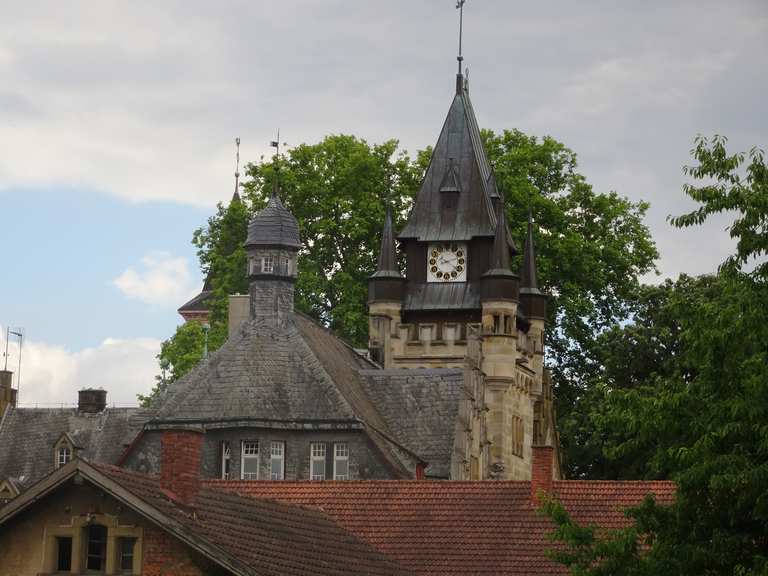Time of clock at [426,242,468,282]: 8:12
